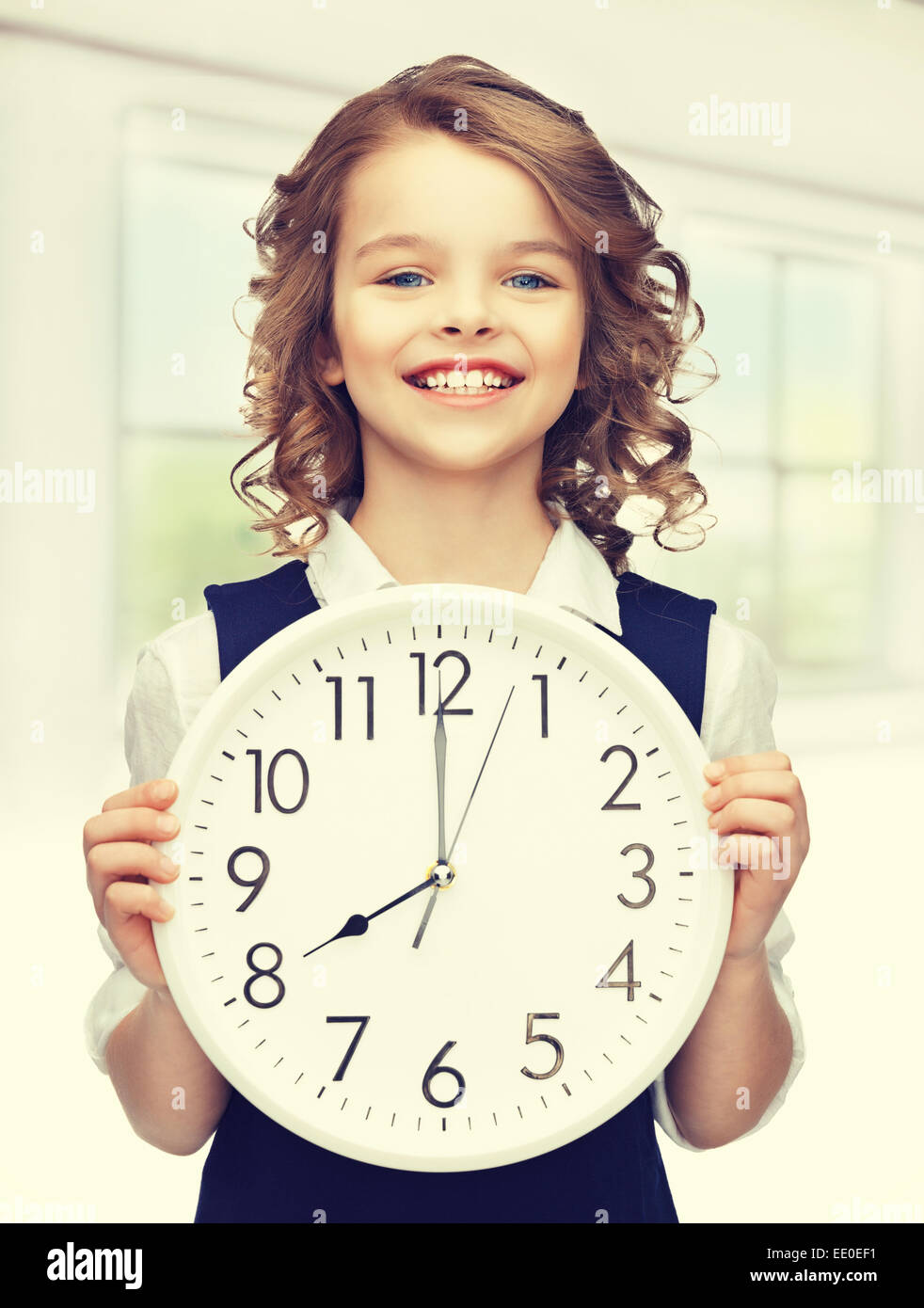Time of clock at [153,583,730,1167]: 7:59
